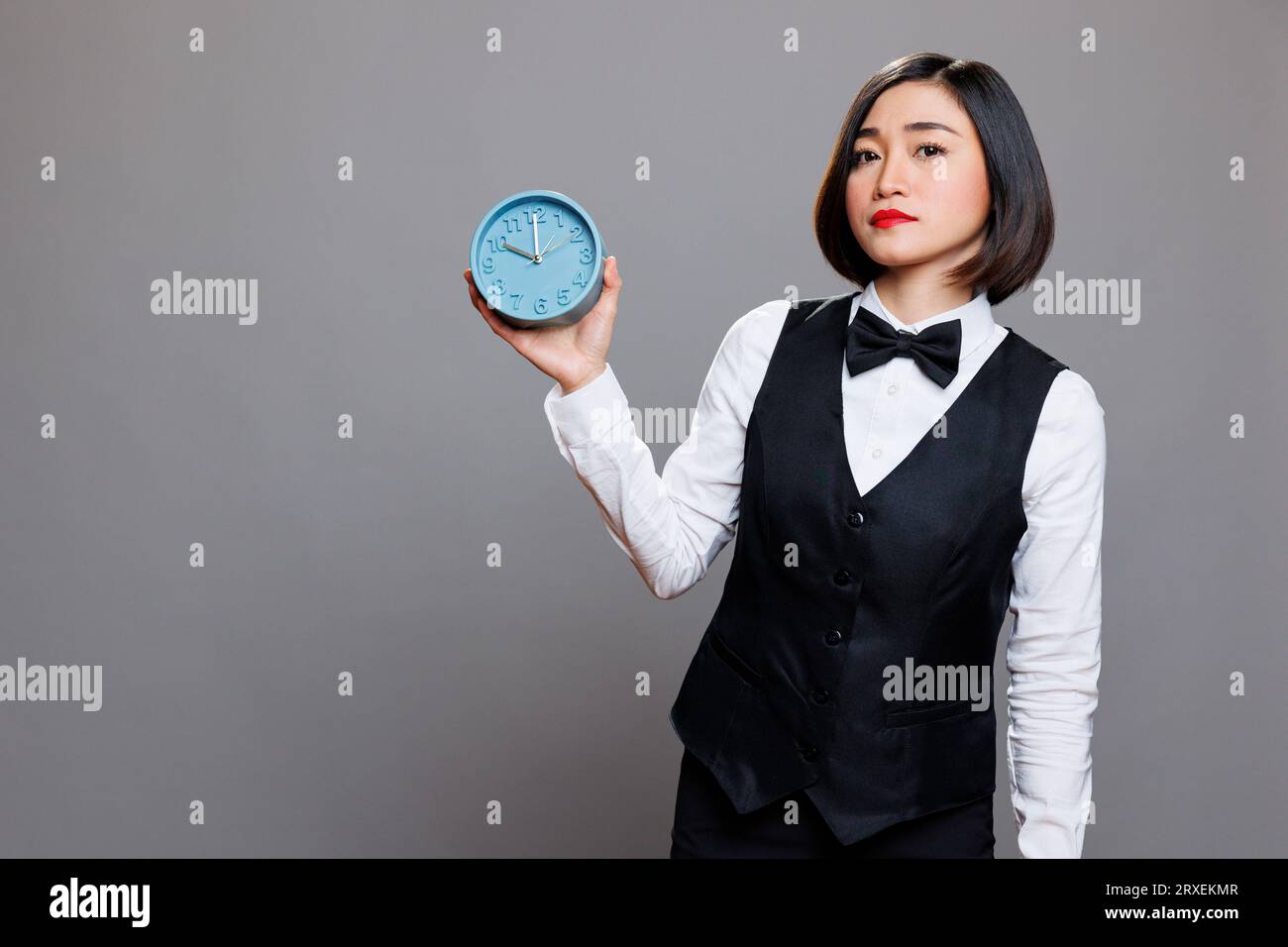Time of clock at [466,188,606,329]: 10:00
